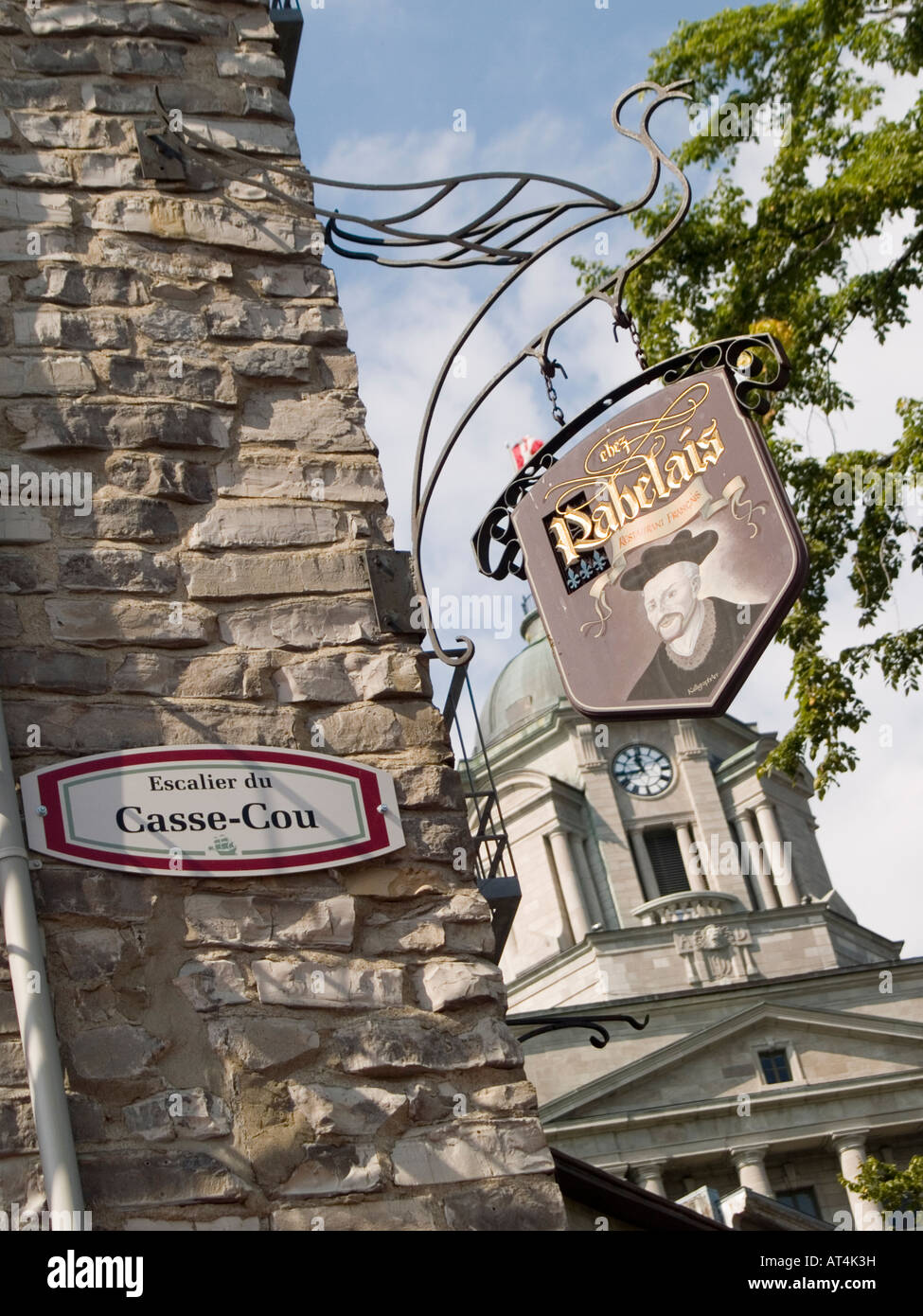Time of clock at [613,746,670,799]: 11:42
